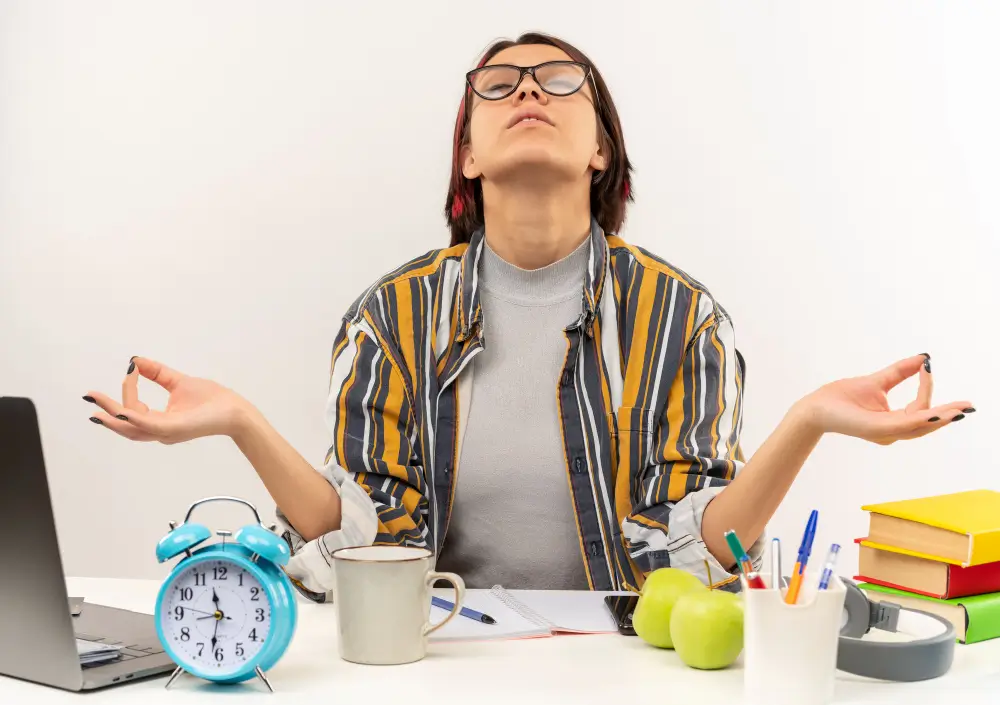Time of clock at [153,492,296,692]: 11:31
